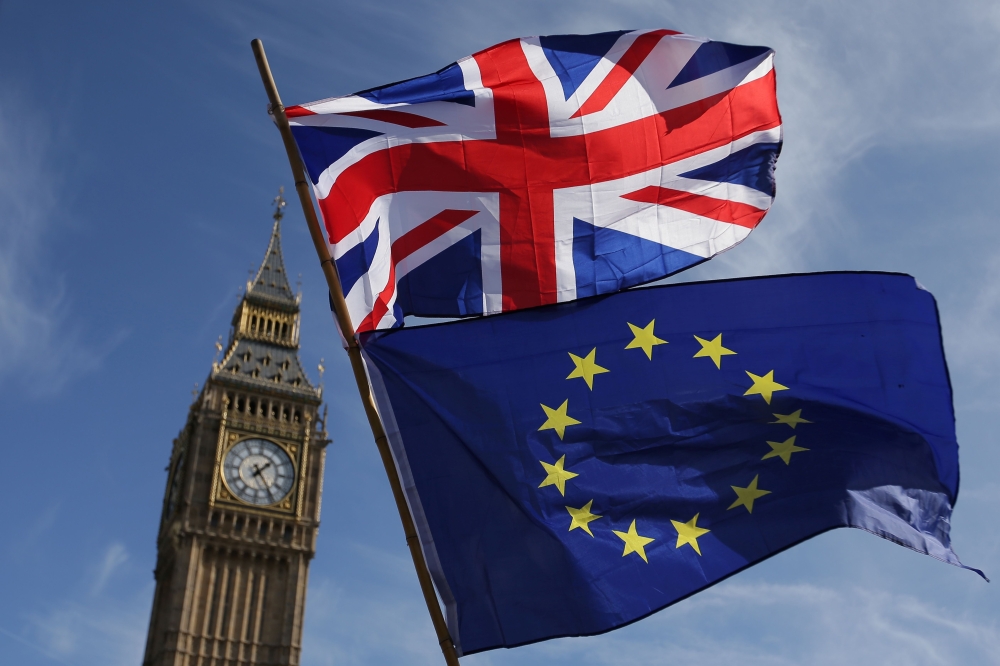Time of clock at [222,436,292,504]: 1:24
